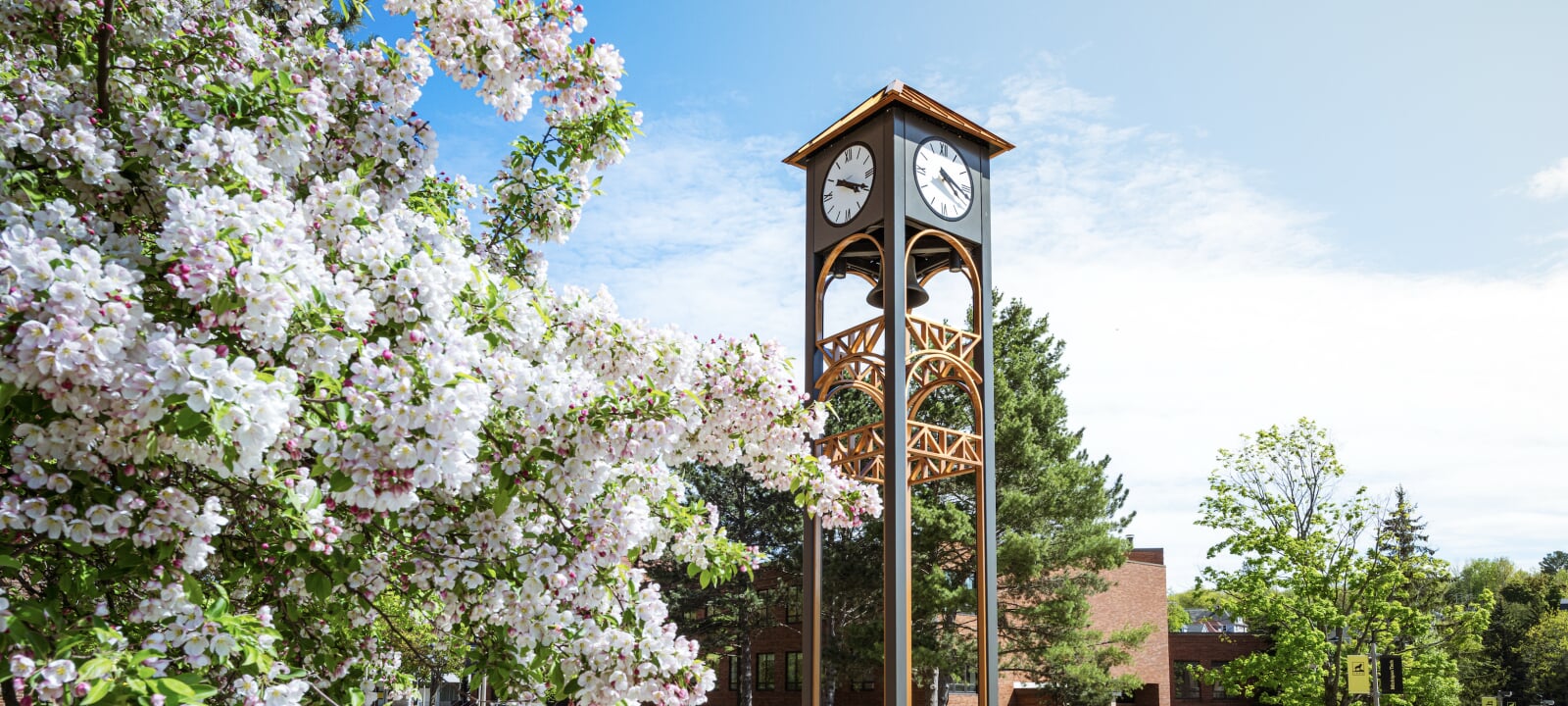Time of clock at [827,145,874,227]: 4:19
